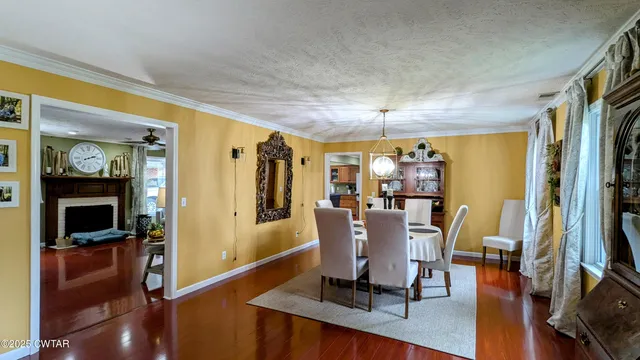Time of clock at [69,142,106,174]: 2:12
